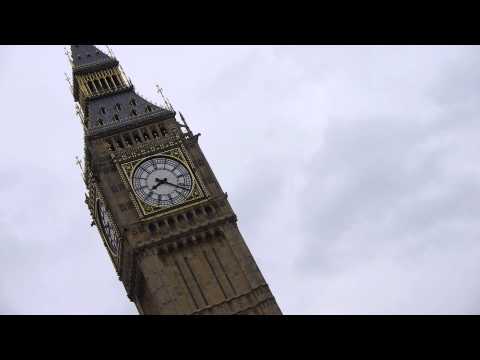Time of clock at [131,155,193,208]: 7:17
